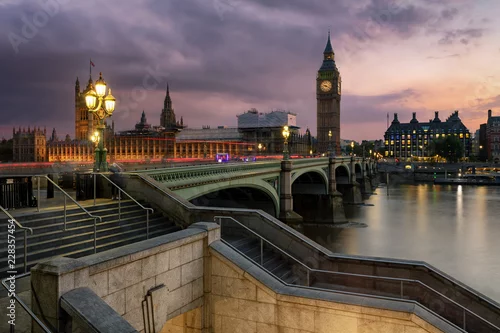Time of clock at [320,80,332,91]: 9:20
